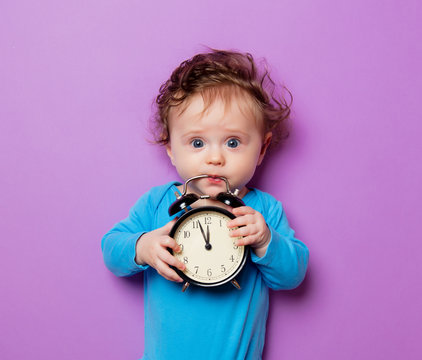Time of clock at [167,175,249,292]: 11:56
